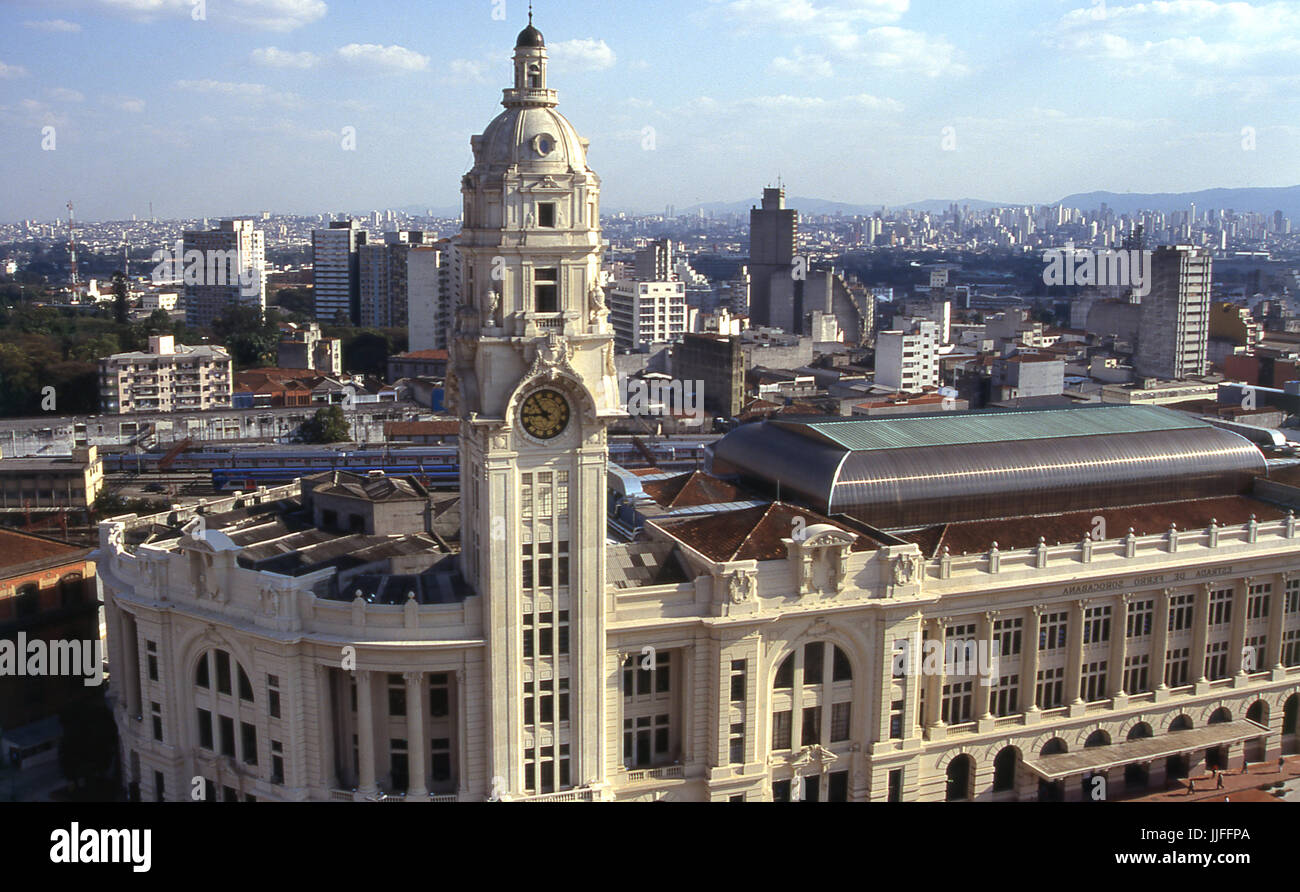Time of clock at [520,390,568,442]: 8:53
